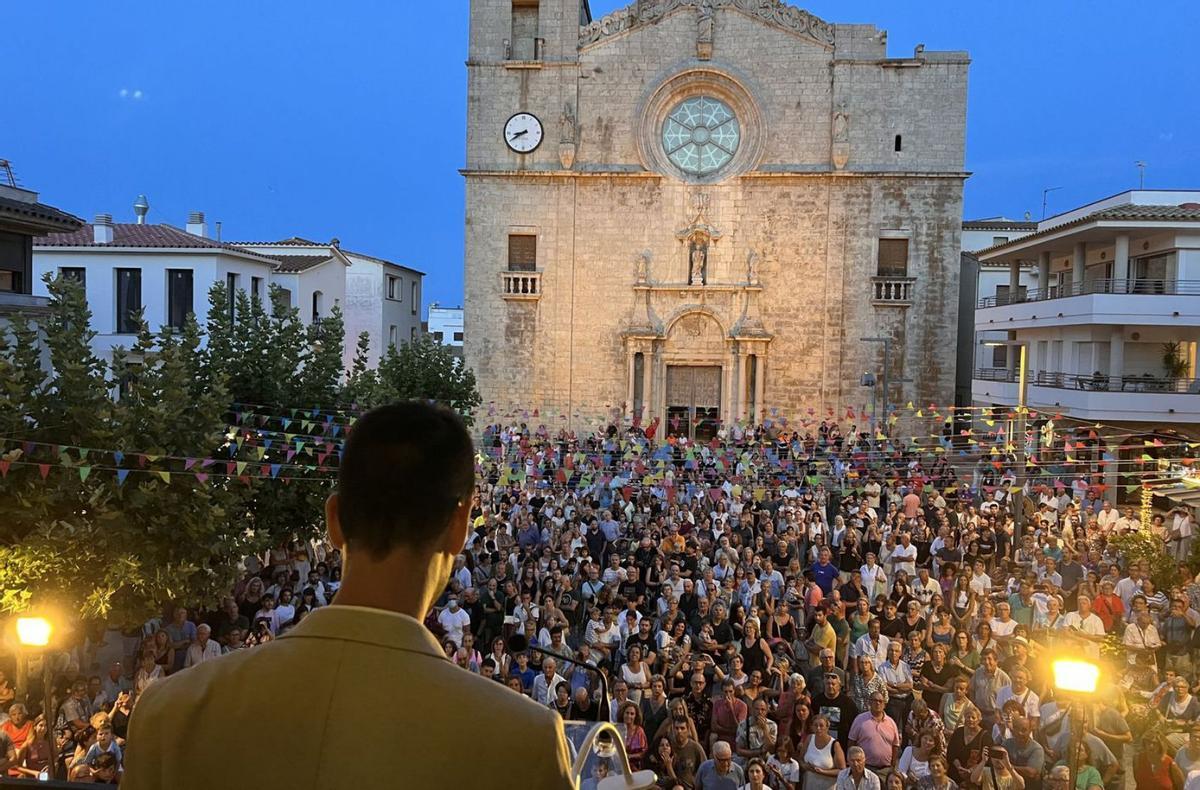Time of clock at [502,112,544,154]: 8:40
